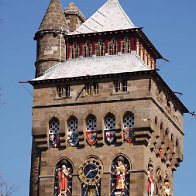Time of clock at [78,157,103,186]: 2:36
